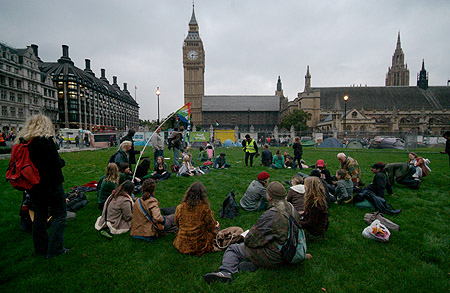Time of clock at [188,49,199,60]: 6:15
